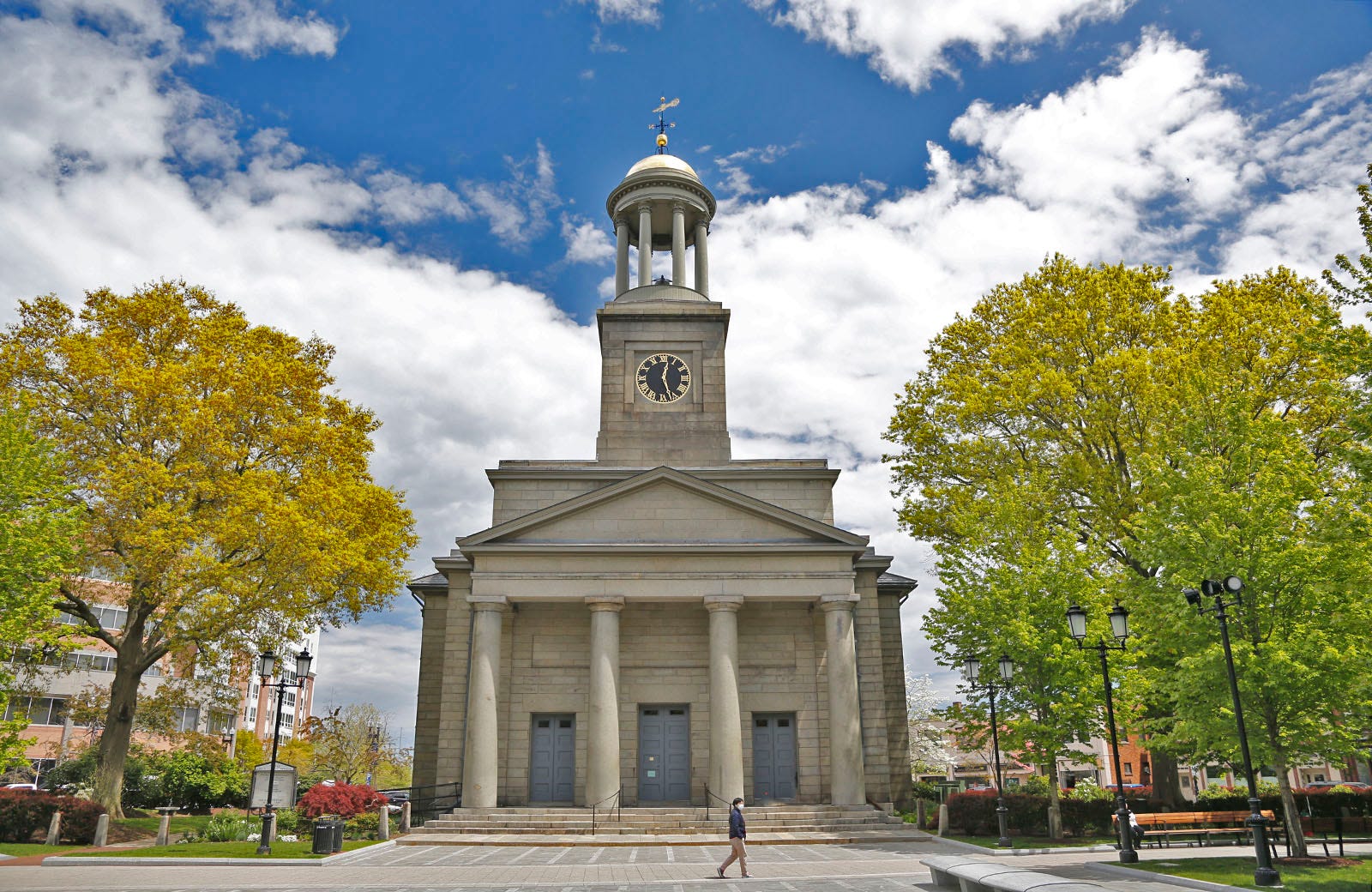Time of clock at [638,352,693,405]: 12:26
